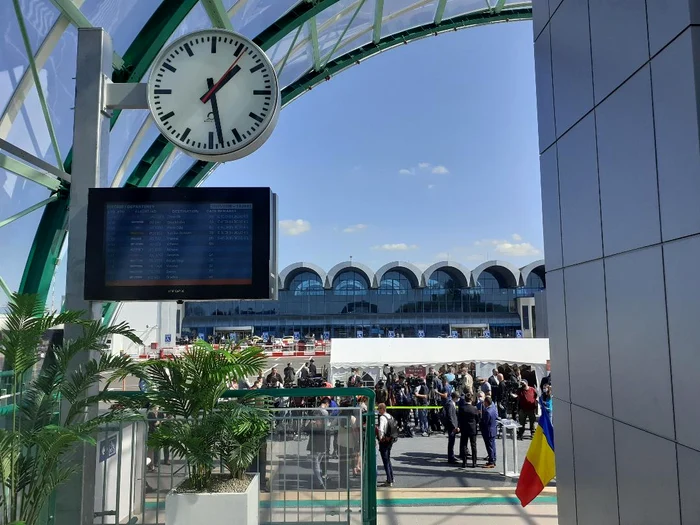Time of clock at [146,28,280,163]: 1:28
